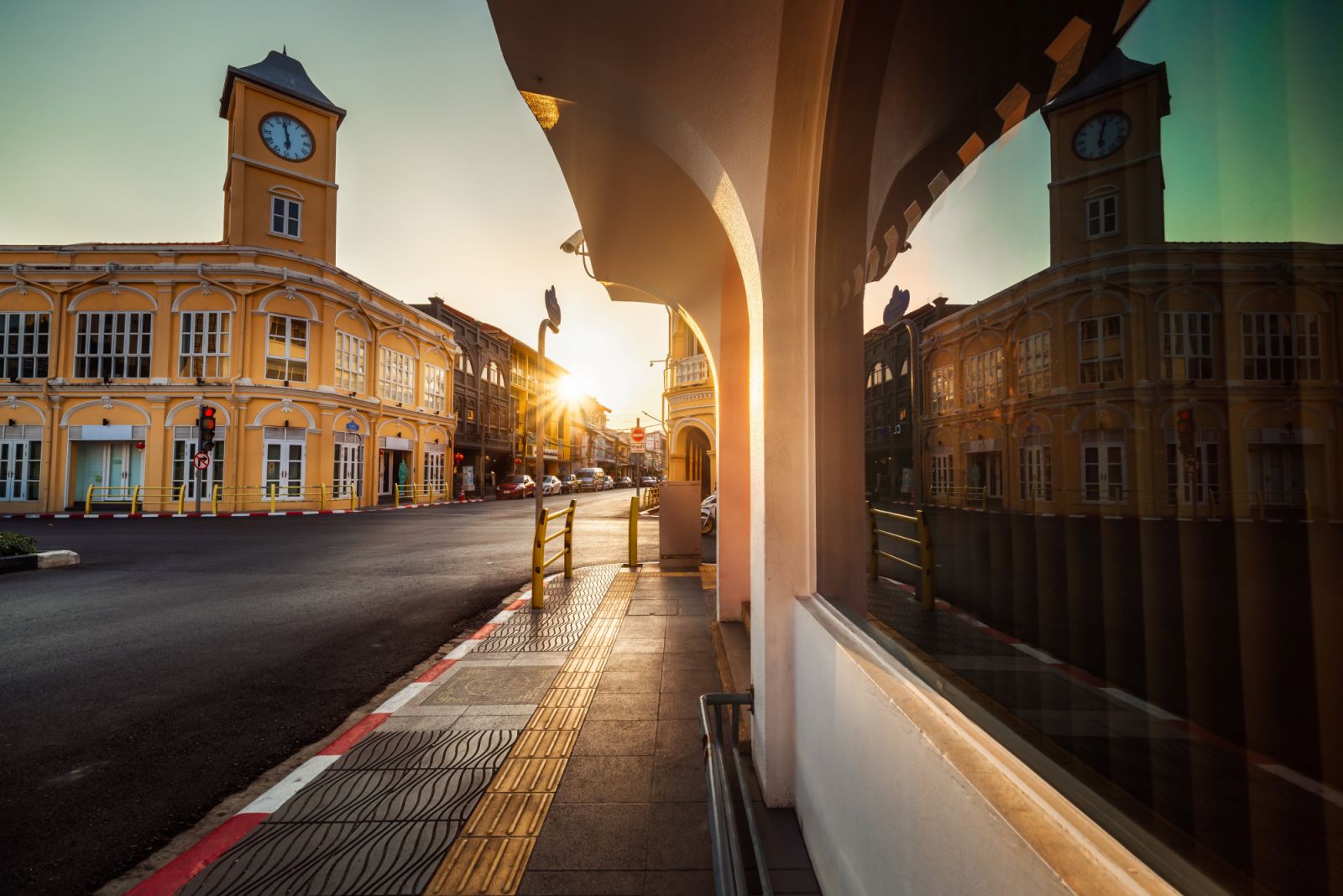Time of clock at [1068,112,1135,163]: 6:02
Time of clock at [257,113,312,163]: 5:57
